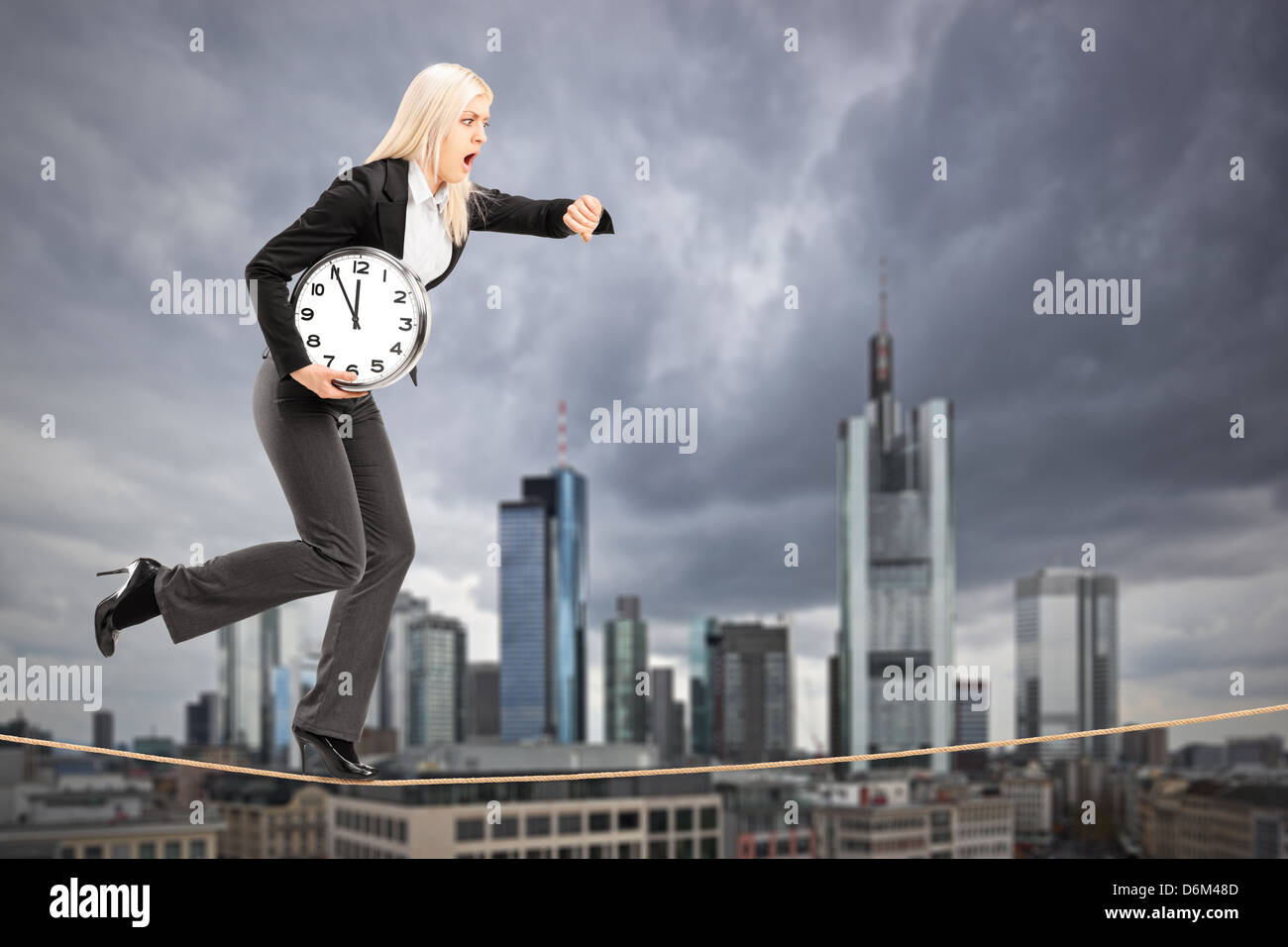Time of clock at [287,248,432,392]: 11:55
